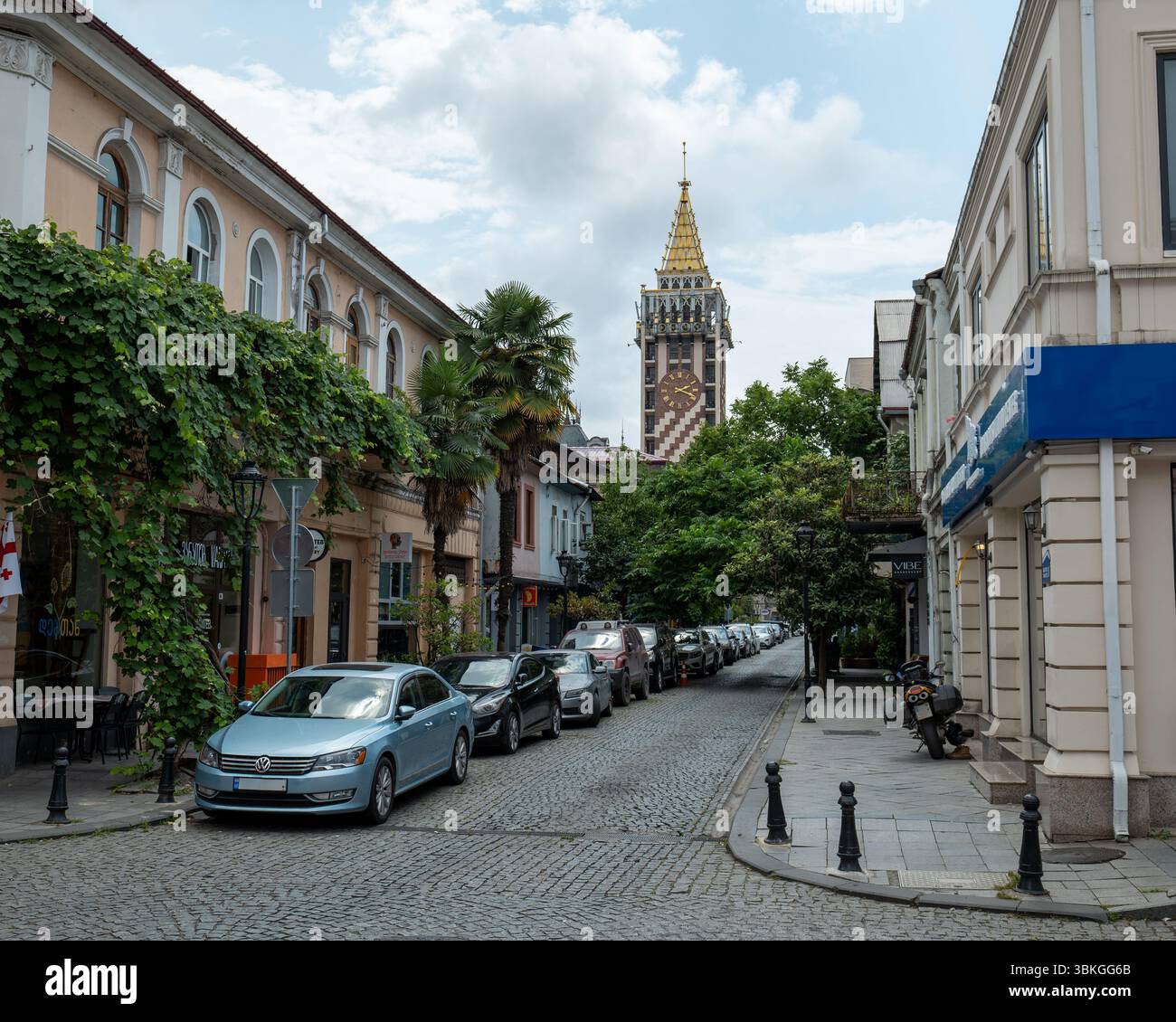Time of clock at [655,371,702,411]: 2:18
